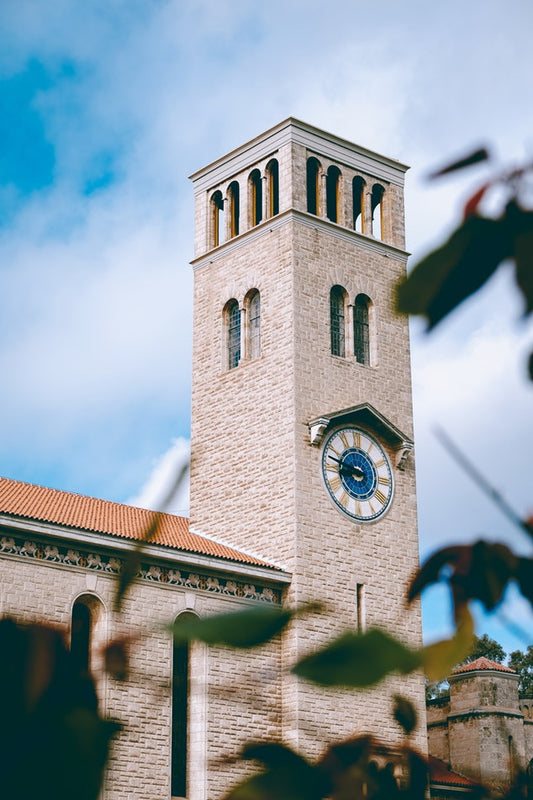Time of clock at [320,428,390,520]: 8:47
